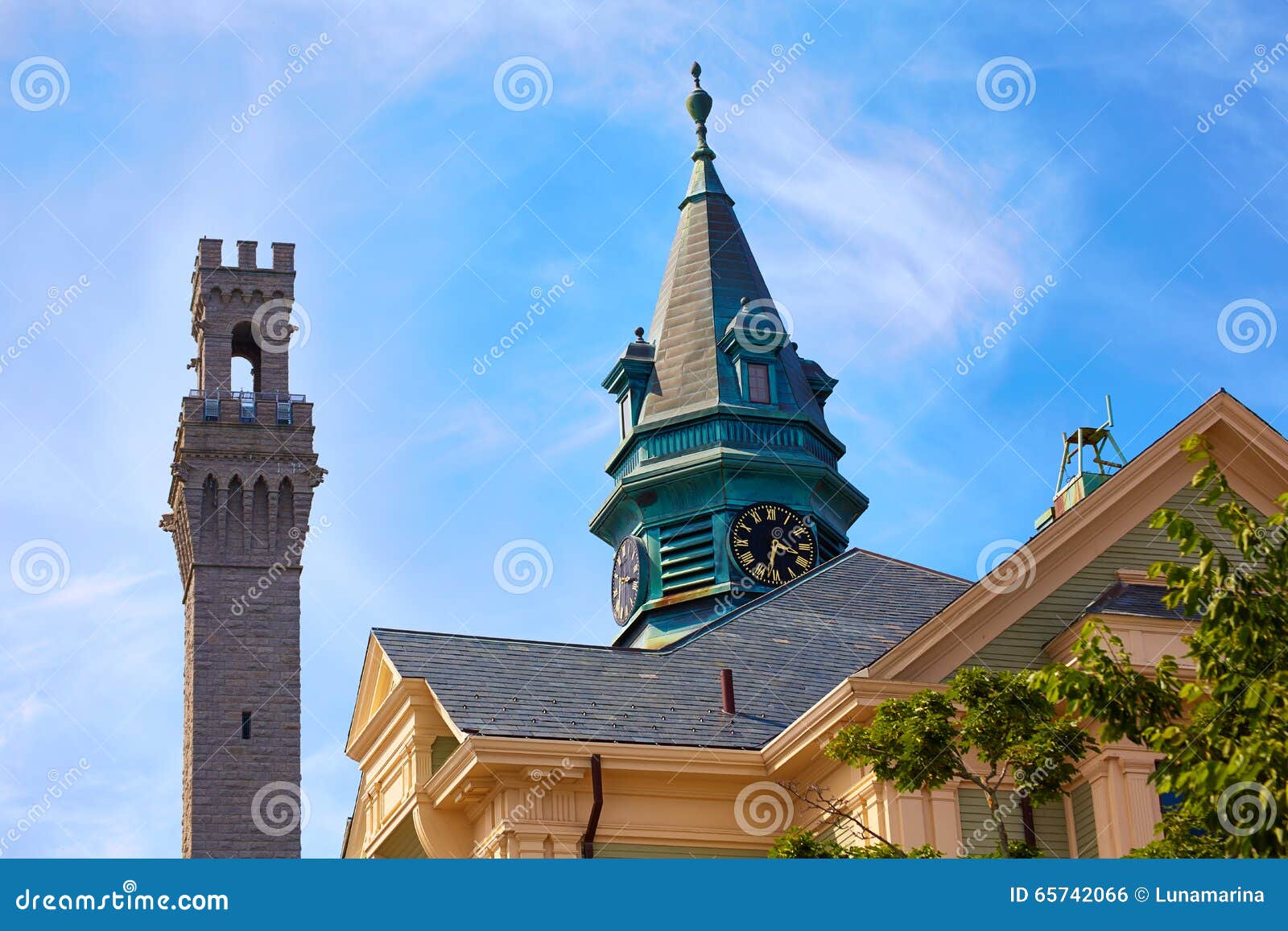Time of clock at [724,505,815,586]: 3:32
